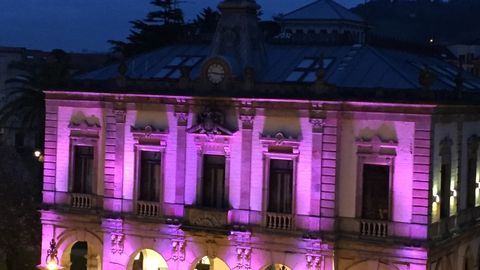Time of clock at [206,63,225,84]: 9:15
